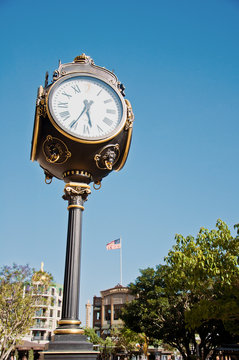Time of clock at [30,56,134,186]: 5:35
